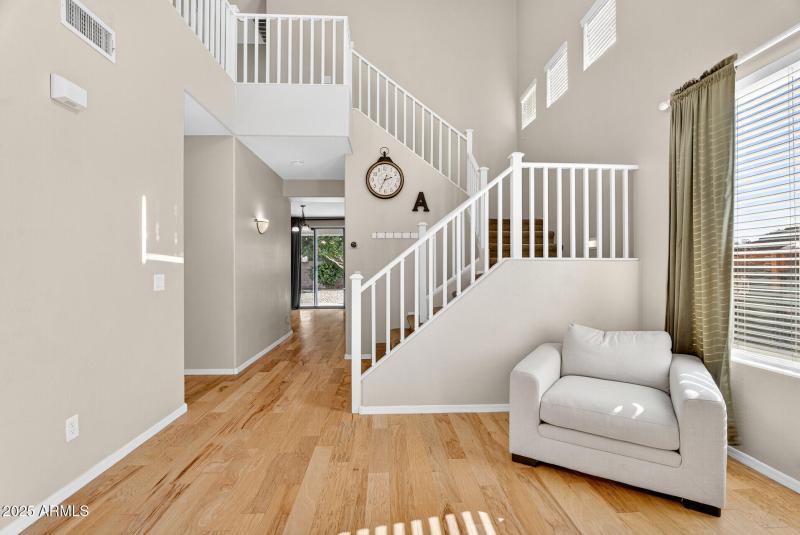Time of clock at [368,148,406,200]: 2:34
